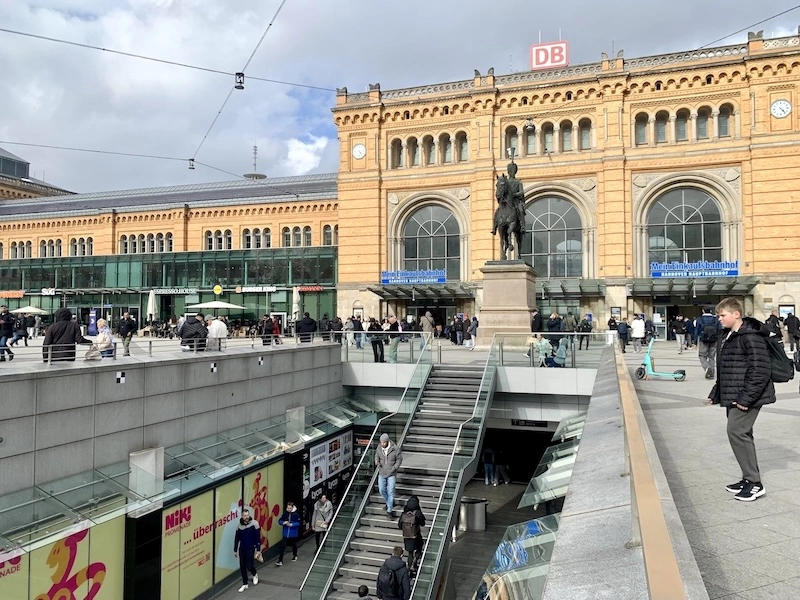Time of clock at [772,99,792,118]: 4:23
